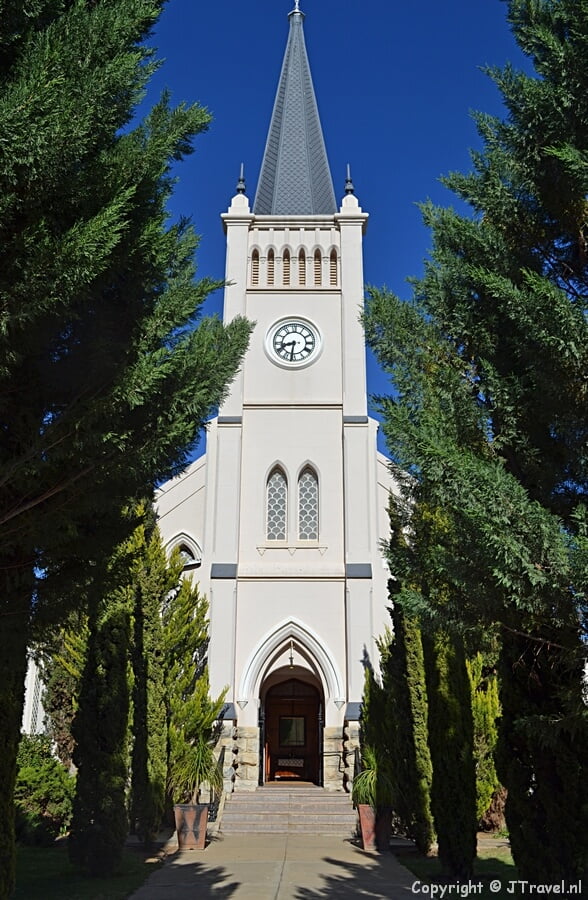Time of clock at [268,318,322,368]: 8:31
